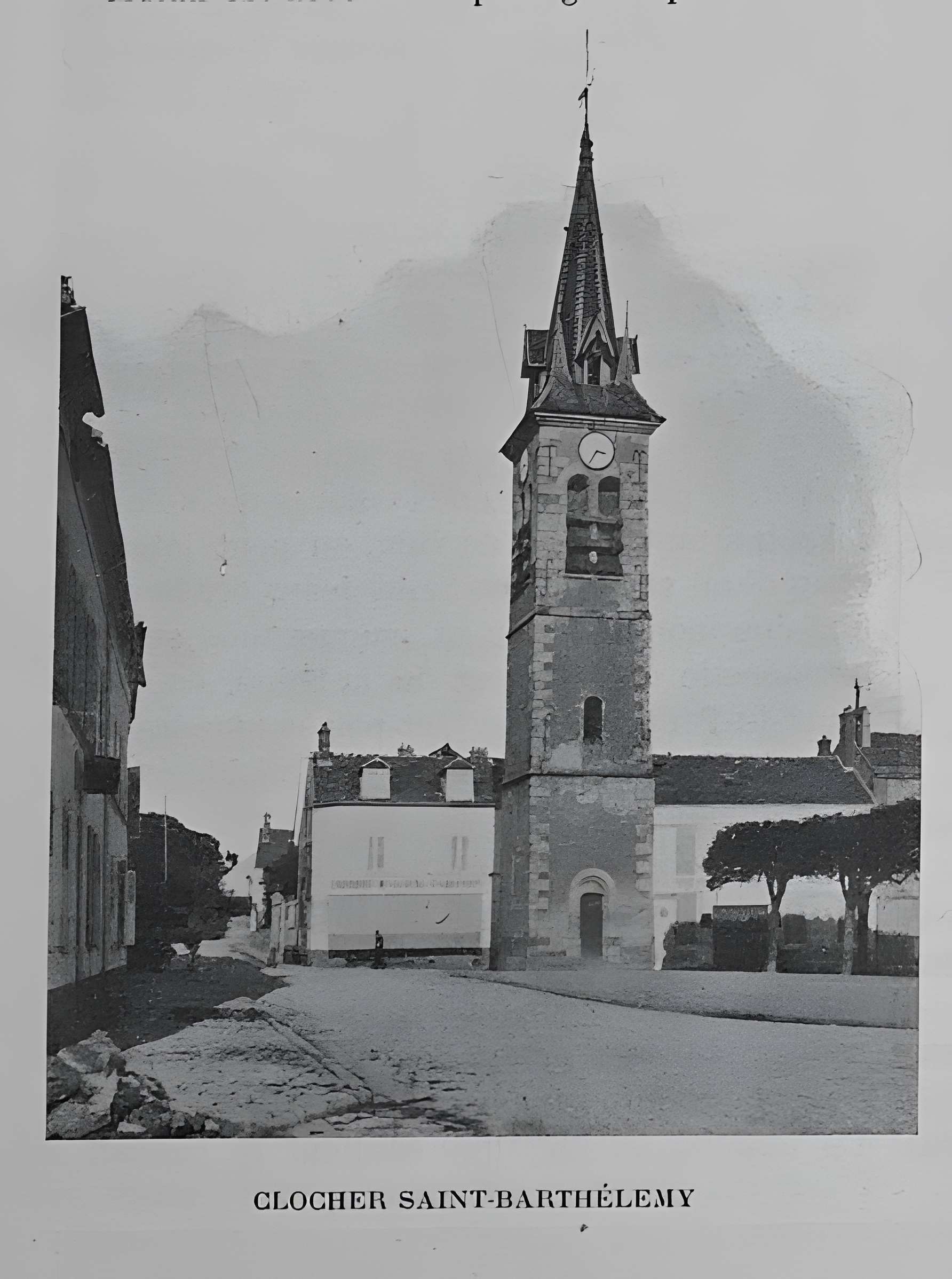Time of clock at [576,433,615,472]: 3:35
